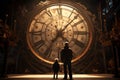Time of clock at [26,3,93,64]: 7:07
